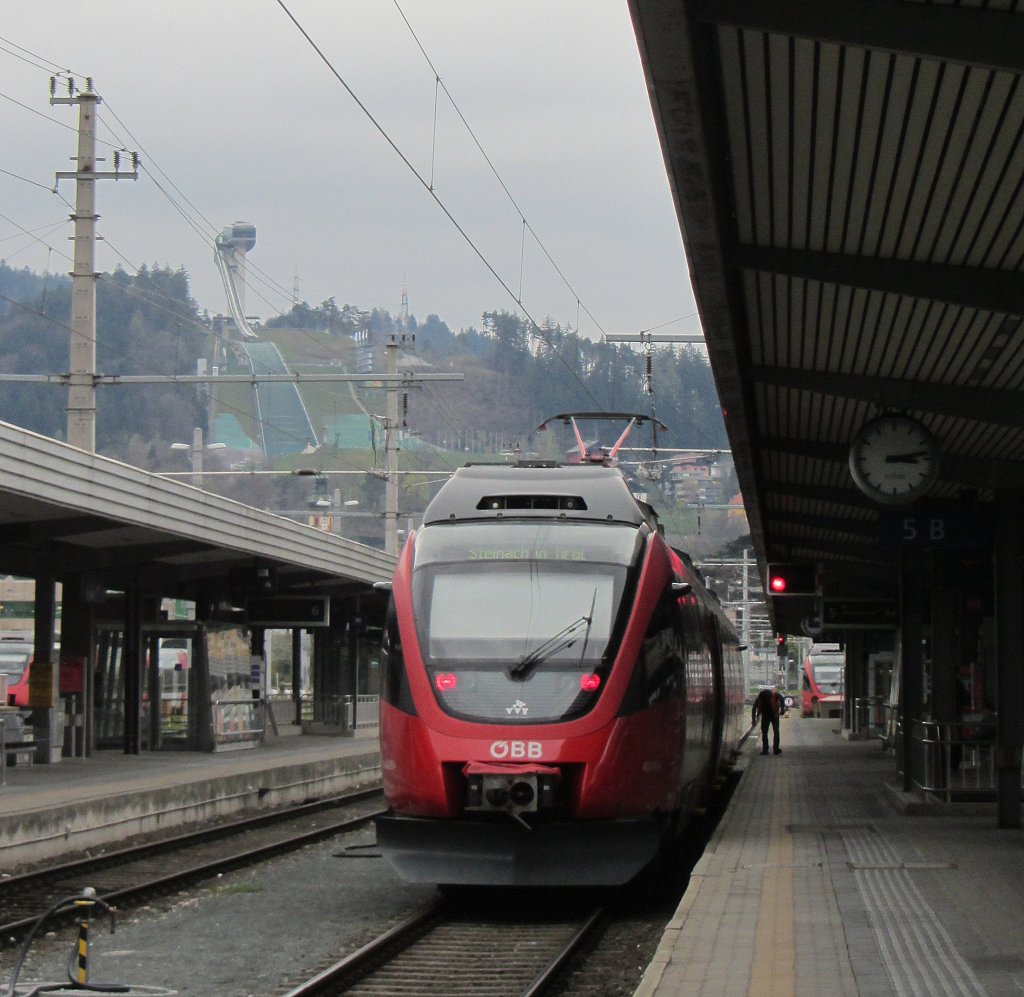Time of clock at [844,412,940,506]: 3:12
